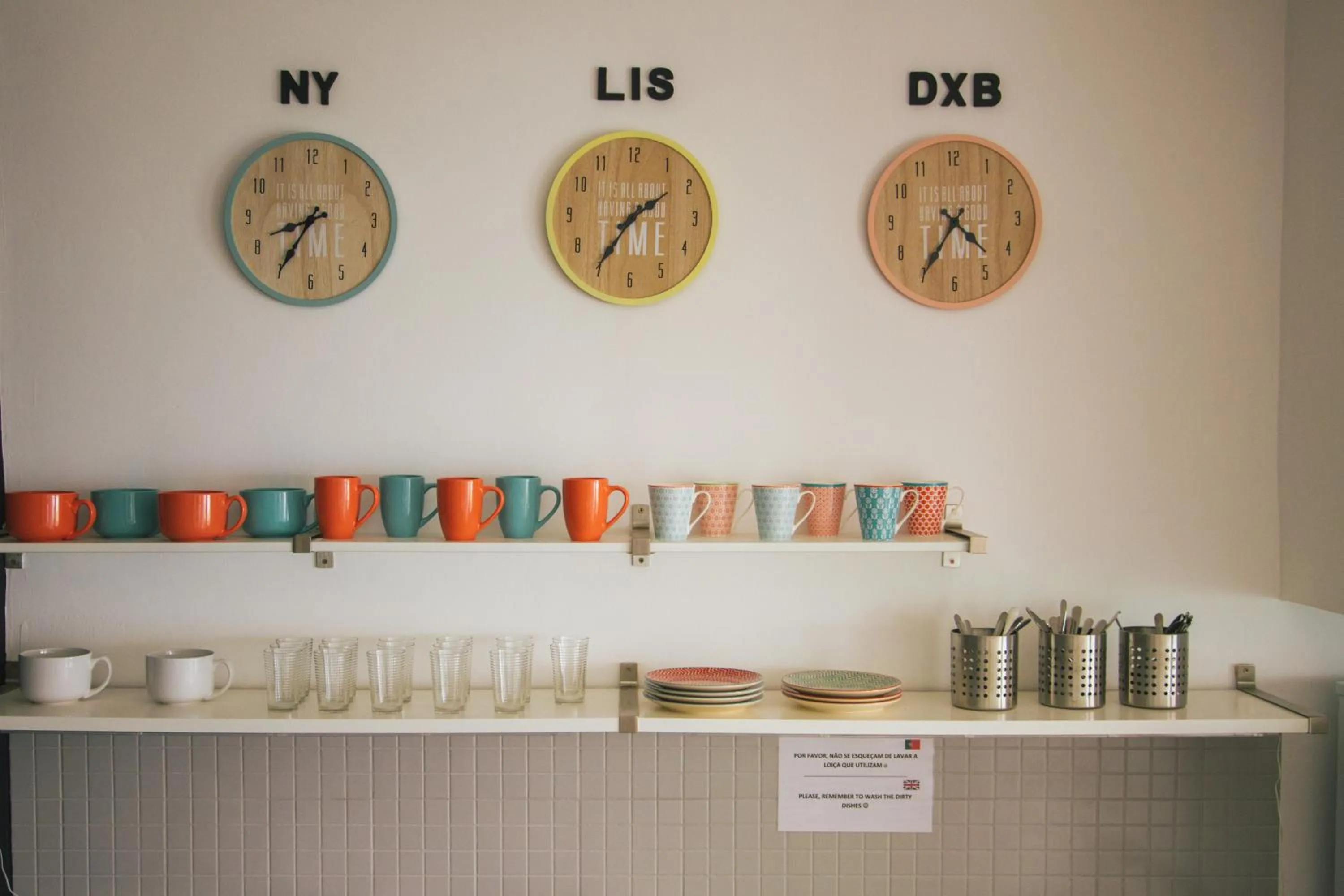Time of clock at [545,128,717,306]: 1:35
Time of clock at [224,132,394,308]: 8:35
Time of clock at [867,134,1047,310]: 4:35
